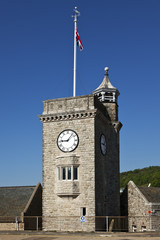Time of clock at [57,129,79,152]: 9:07
